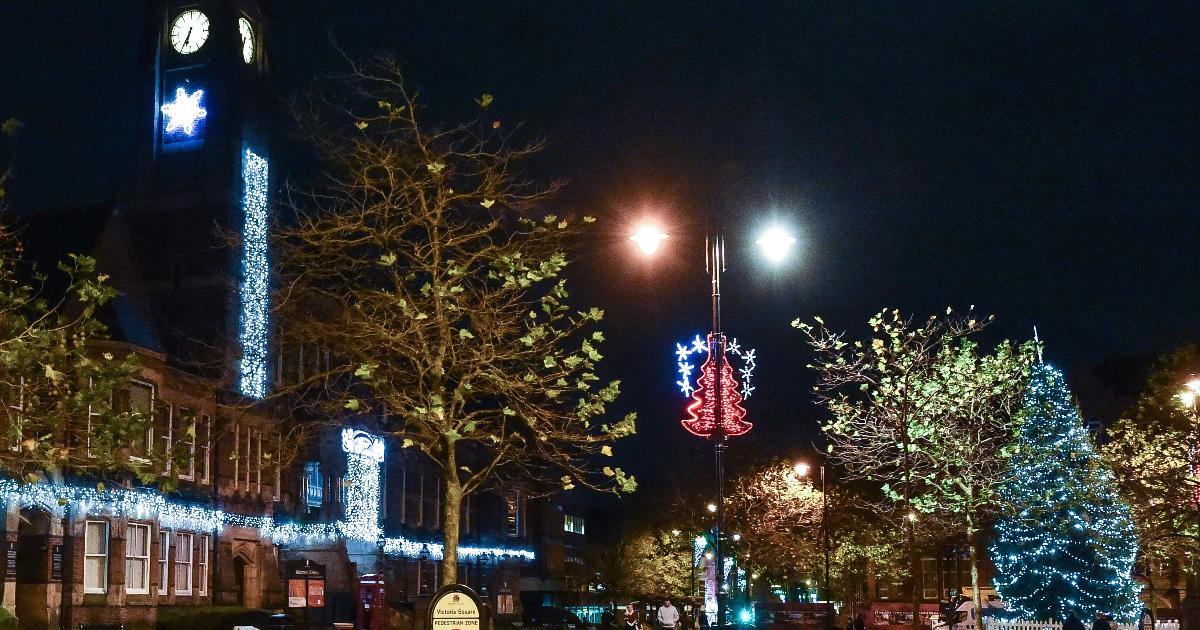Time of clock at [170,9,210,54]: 6:34
